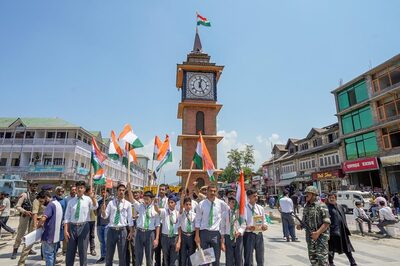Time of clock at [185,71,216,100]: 12:25
